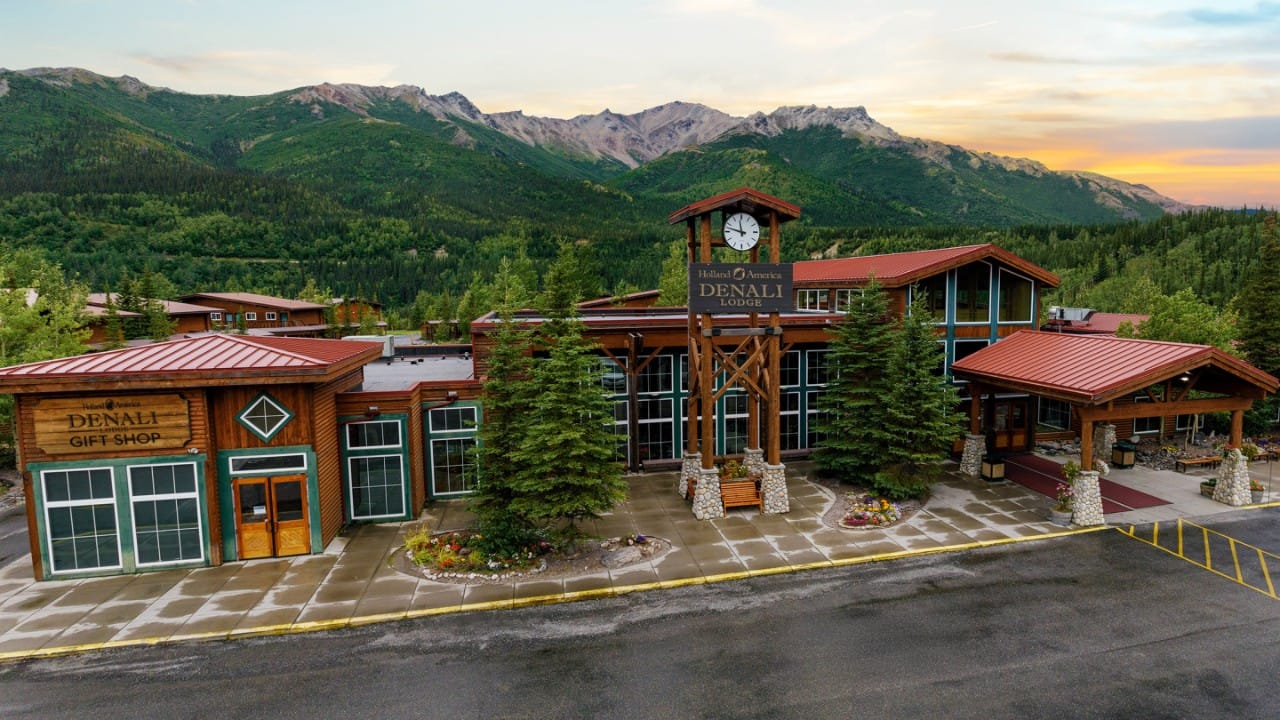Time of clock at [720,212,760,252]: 11:47
